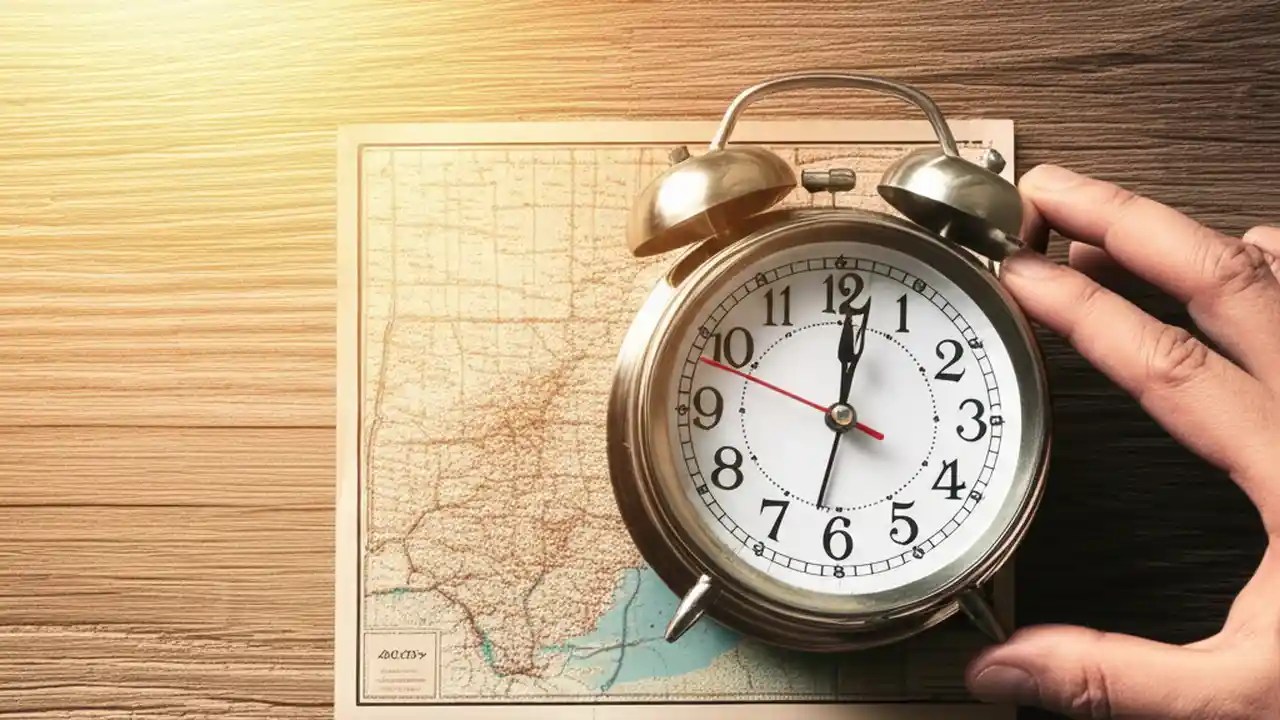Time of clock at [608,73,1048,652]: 12:01
